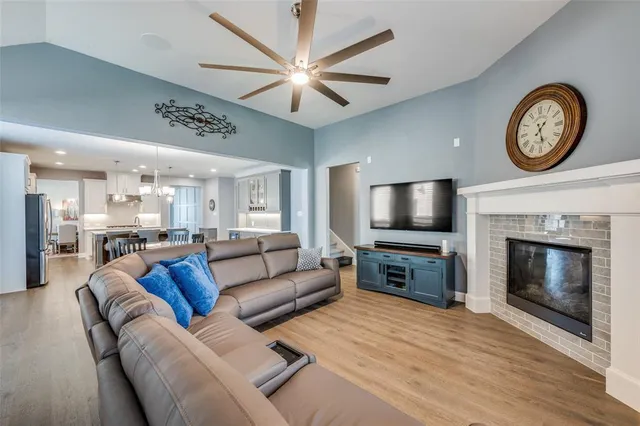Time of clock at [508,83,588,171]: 1:28
